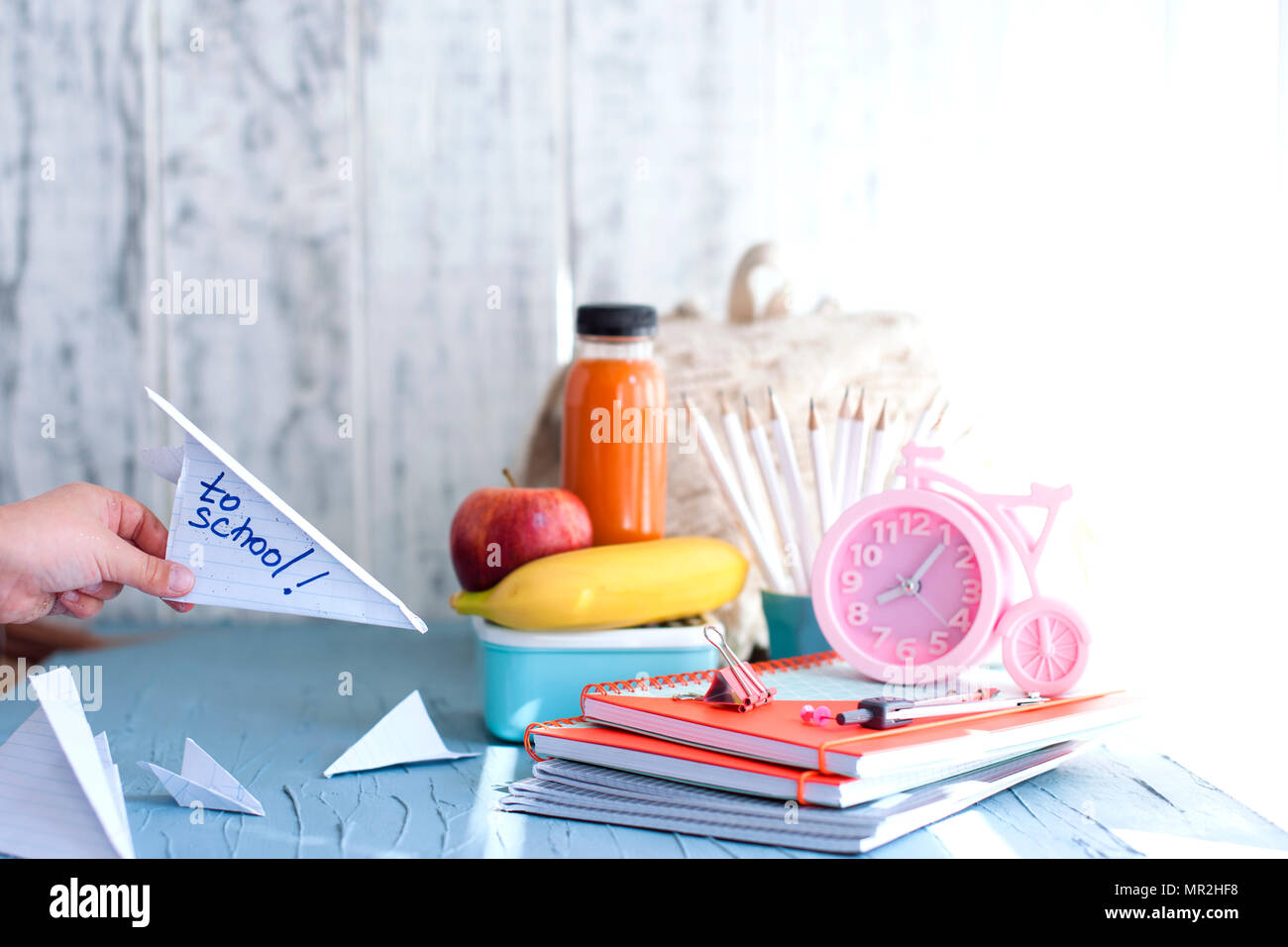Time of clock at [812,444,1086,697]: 8:06
